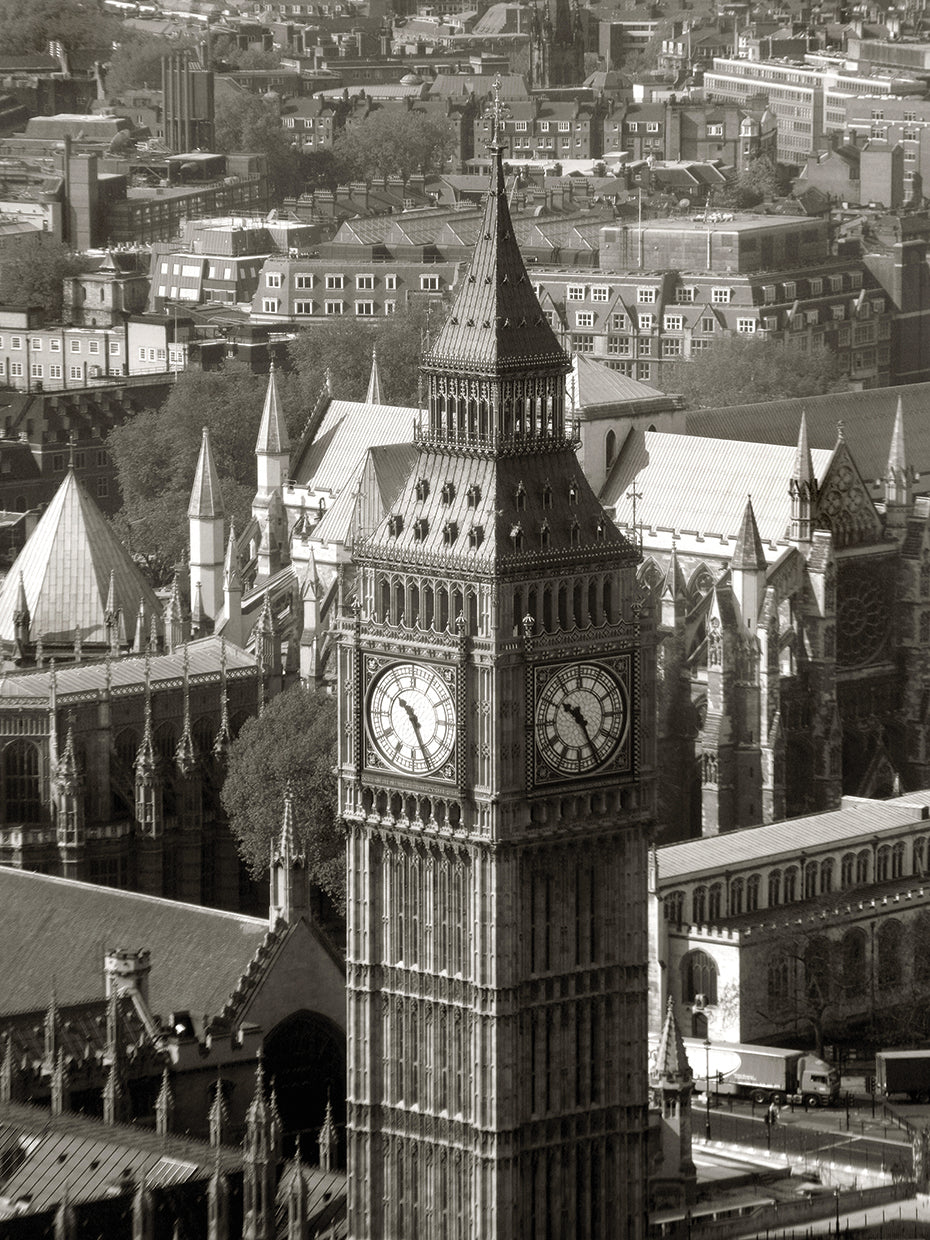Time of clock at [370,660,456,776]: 10:26
